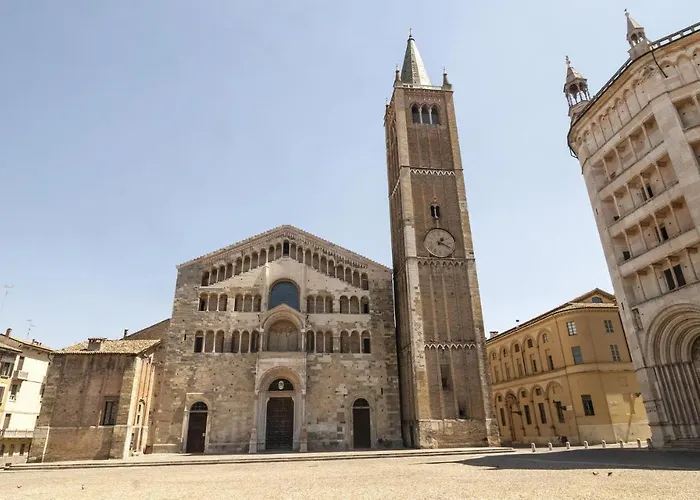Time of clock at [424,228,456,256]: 1:18
